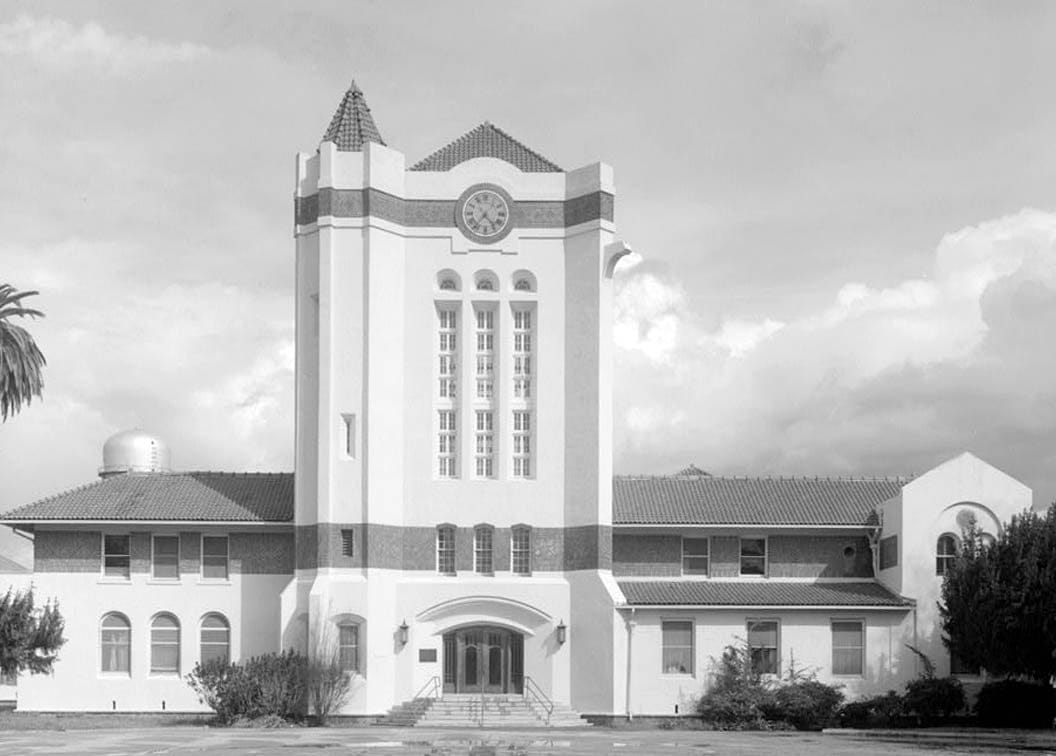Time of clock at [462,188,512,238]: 4:36
